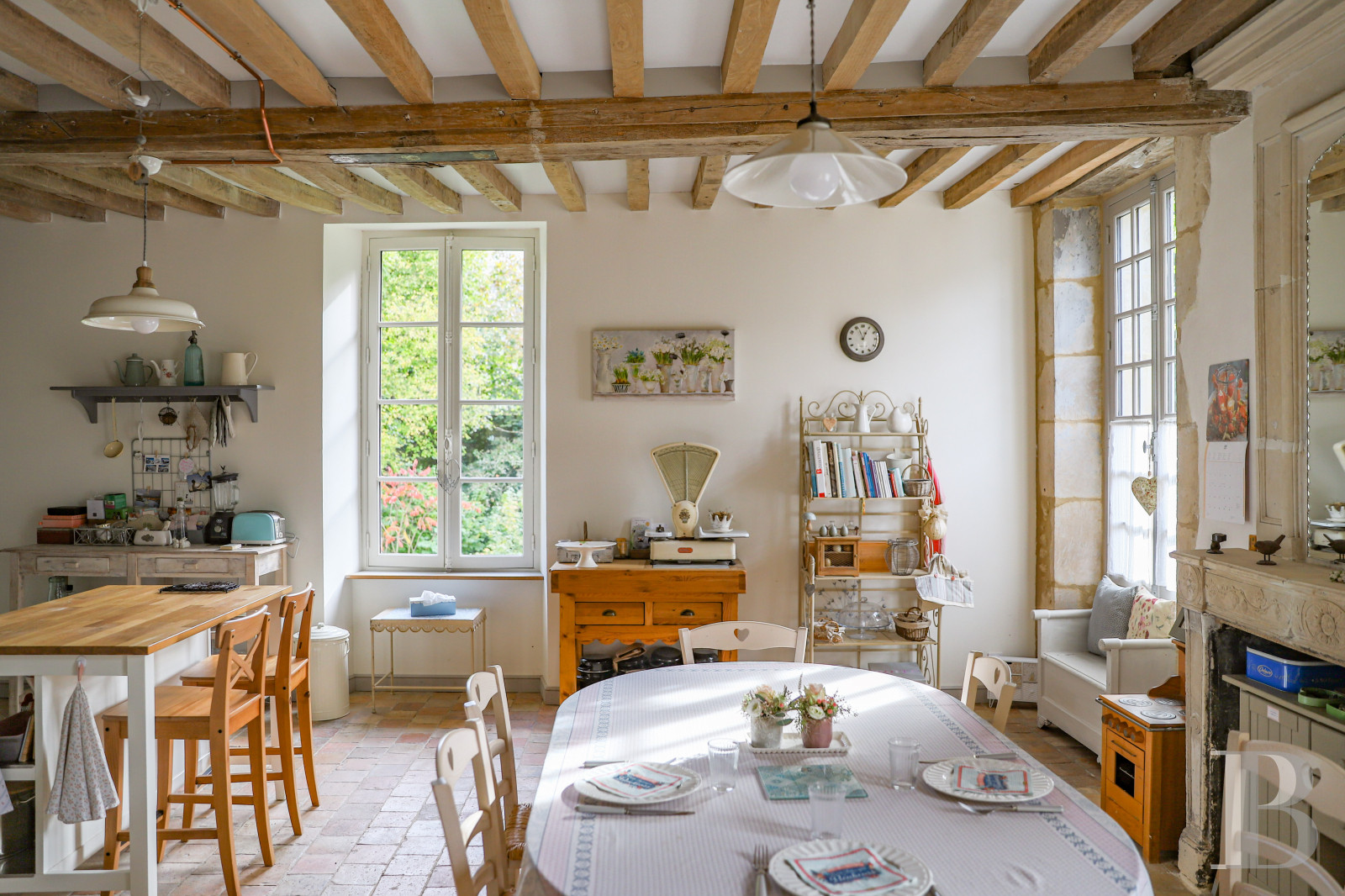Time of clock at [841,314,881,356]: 12:56
